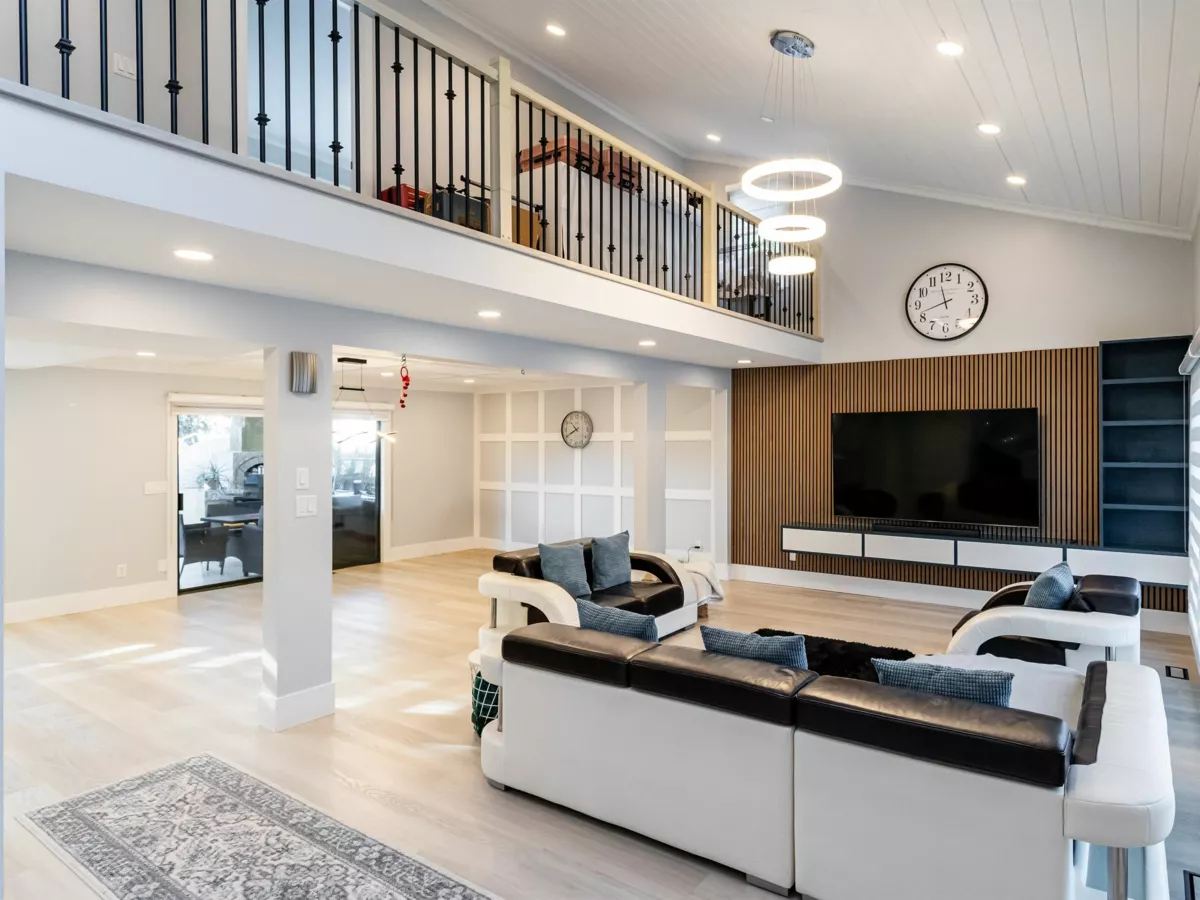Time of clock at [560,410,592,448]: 10:40
